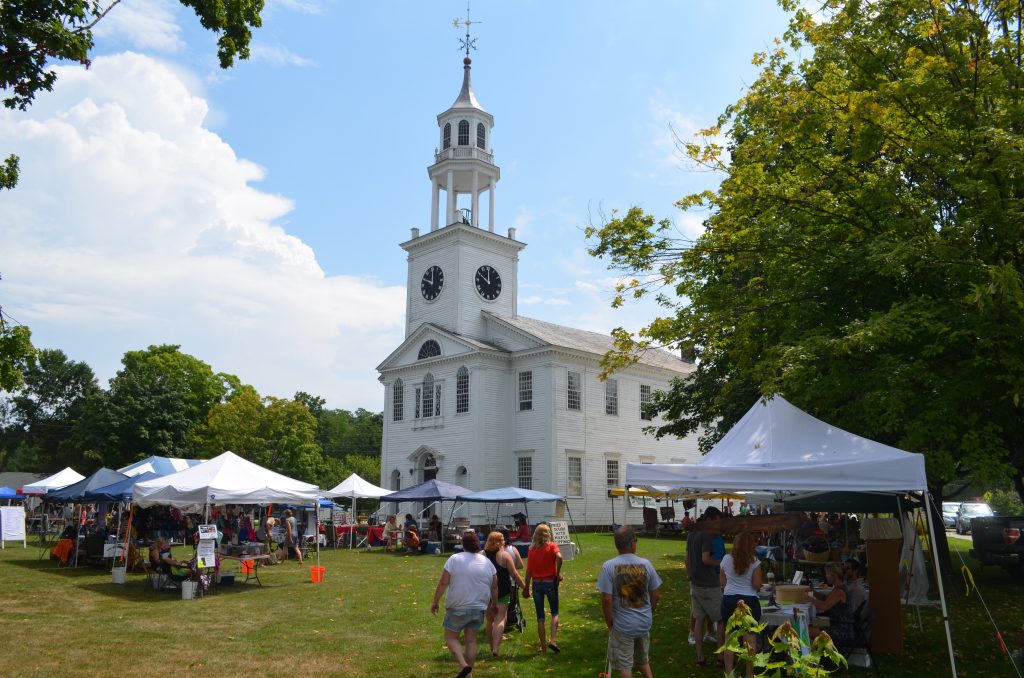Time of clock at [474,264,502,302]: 10:00
